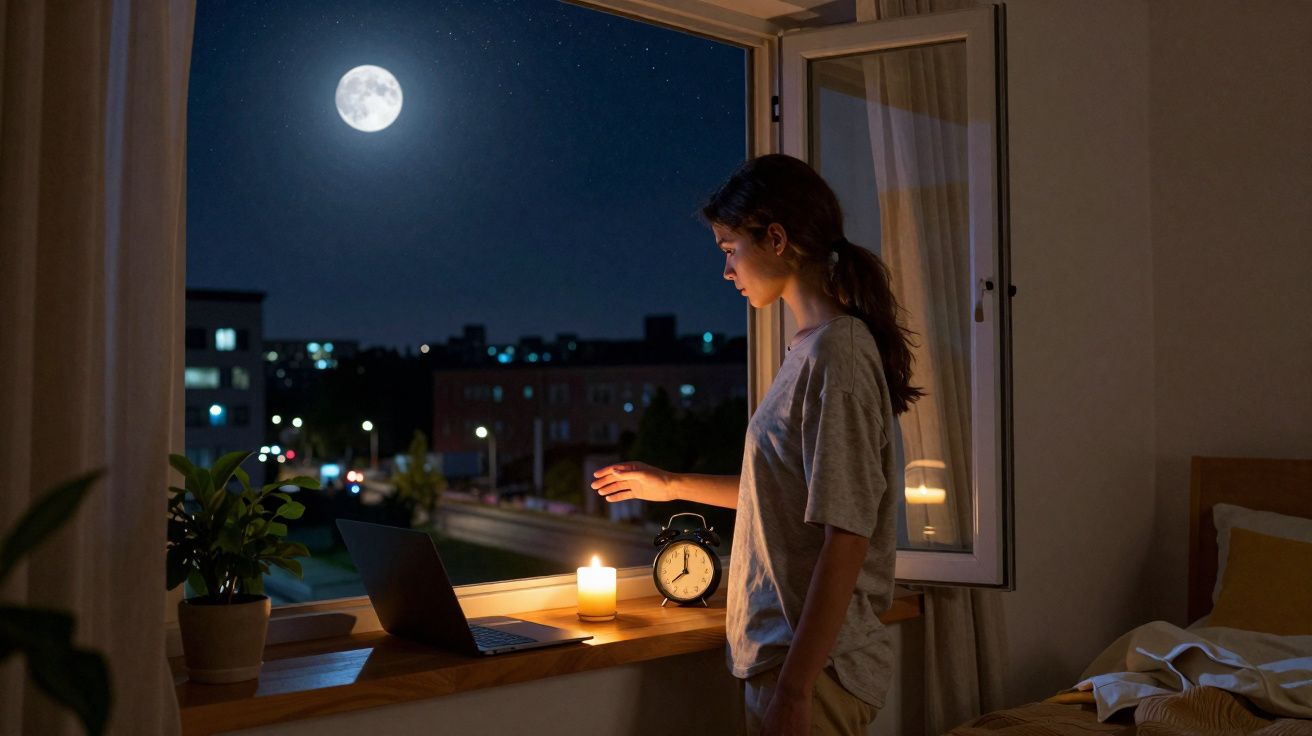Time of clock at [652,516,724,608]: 8:00
